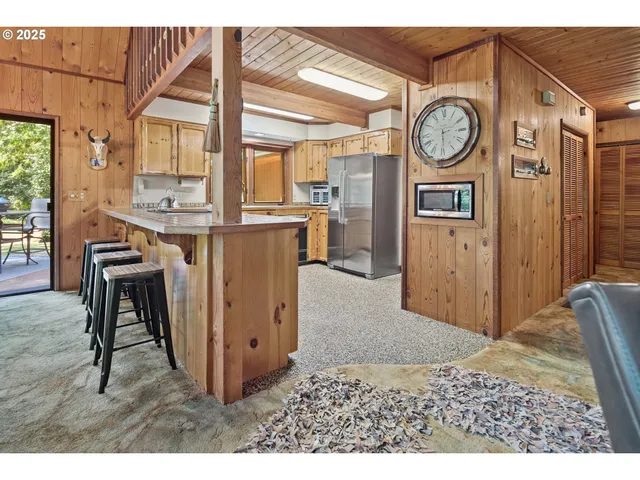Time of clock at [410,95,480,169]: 2:29
